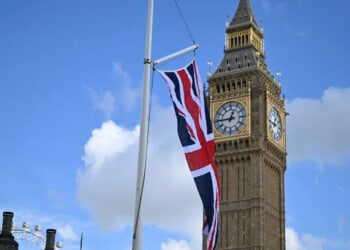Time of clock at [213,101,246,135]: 12:45
